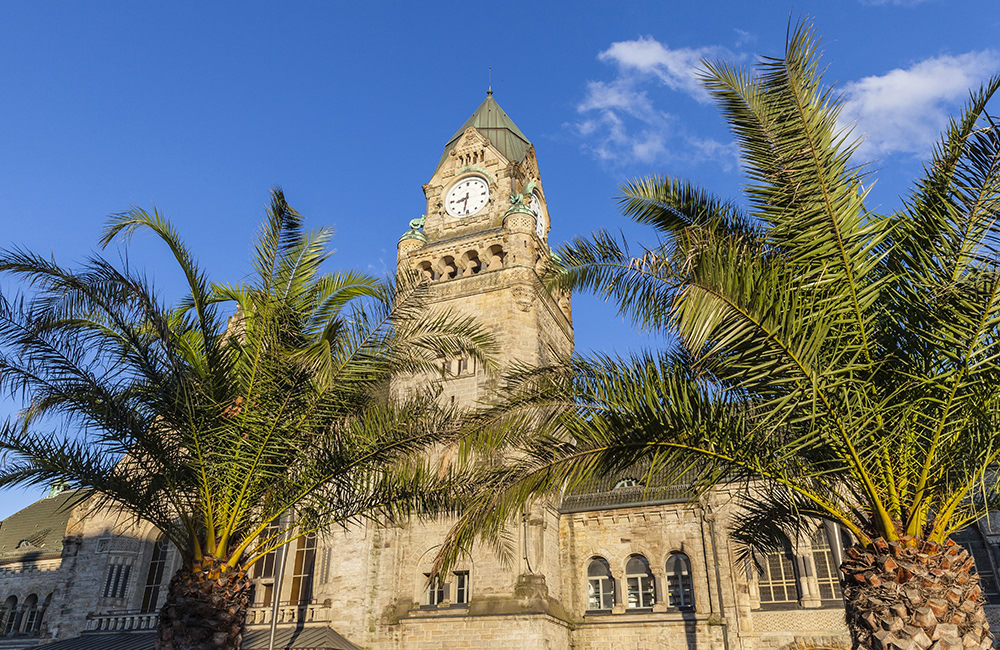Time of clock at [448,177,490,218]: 8:32
